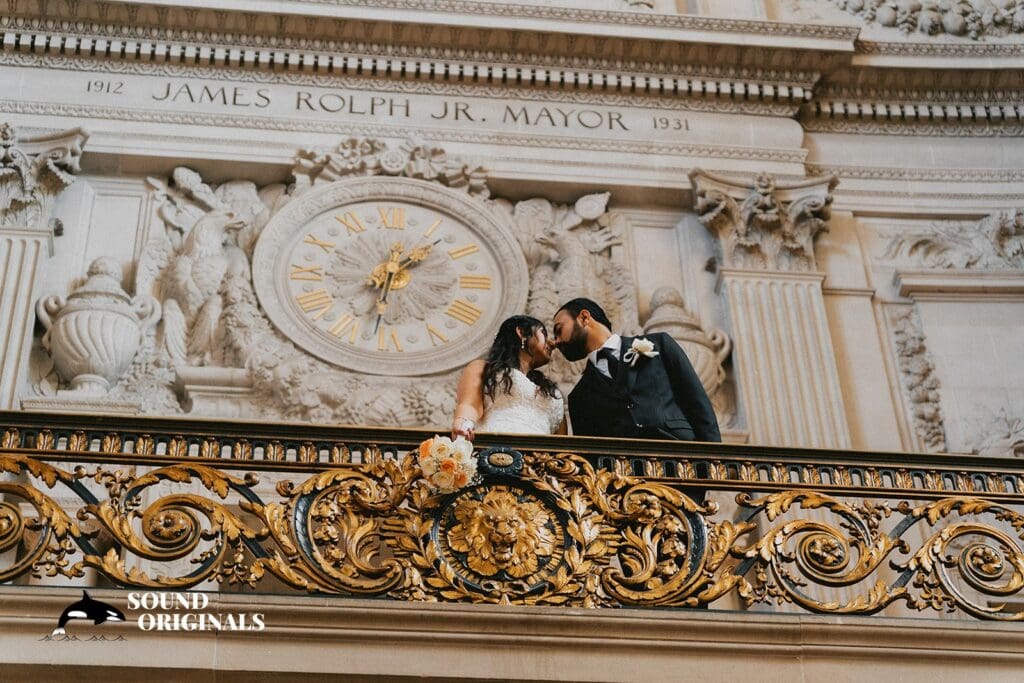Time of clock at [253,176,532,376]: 1:32
